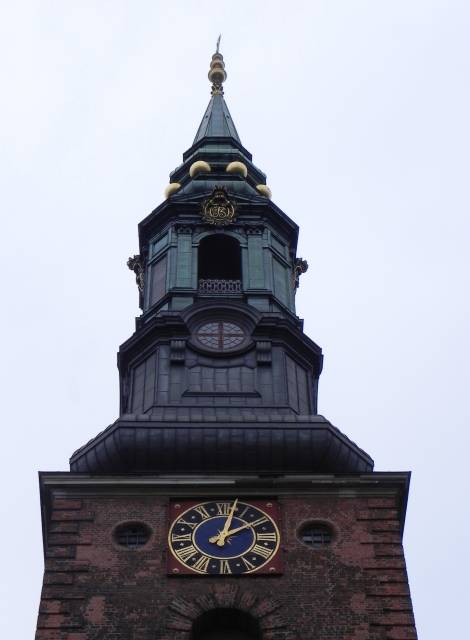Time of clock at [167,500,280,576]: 2:02
